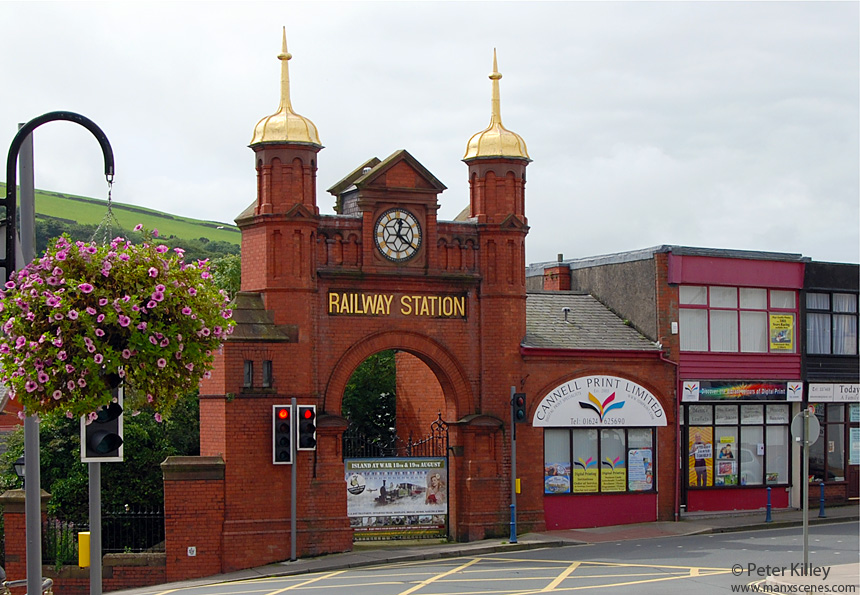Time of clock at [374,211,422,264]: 12:20
